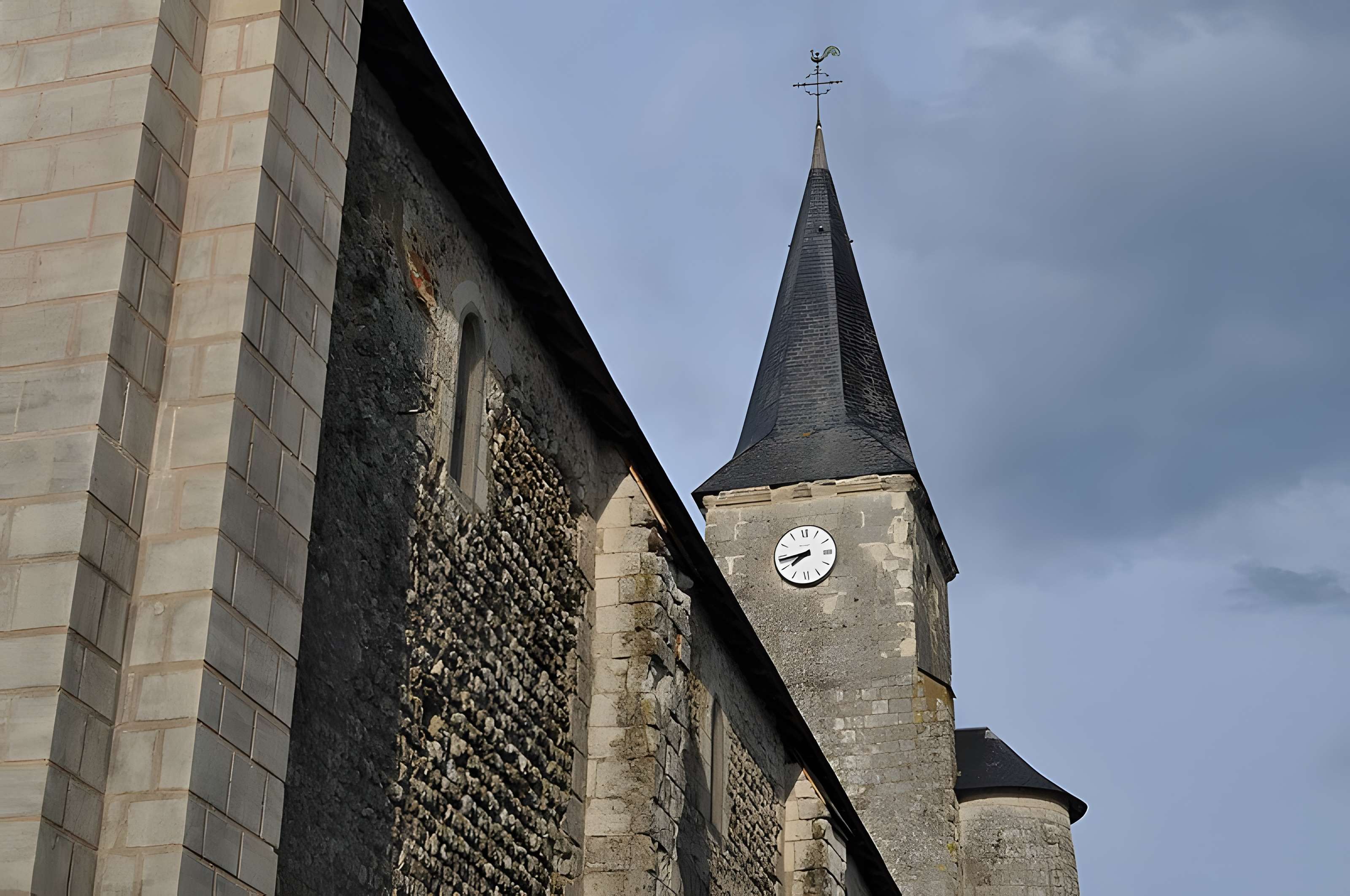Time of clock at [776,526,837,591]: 7:43
